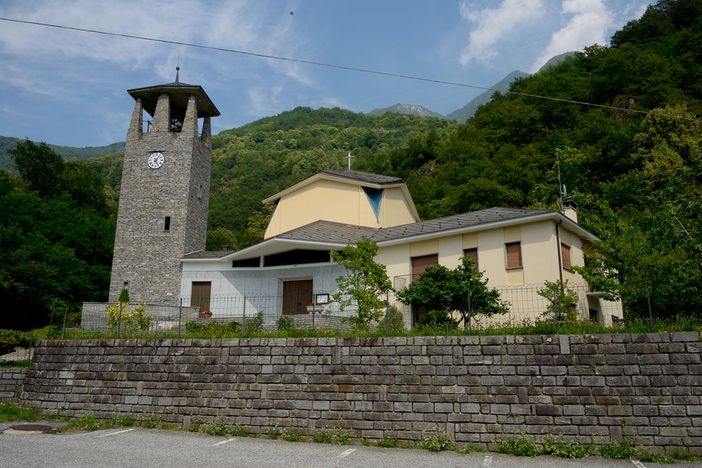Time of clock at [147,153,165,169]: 5:06
